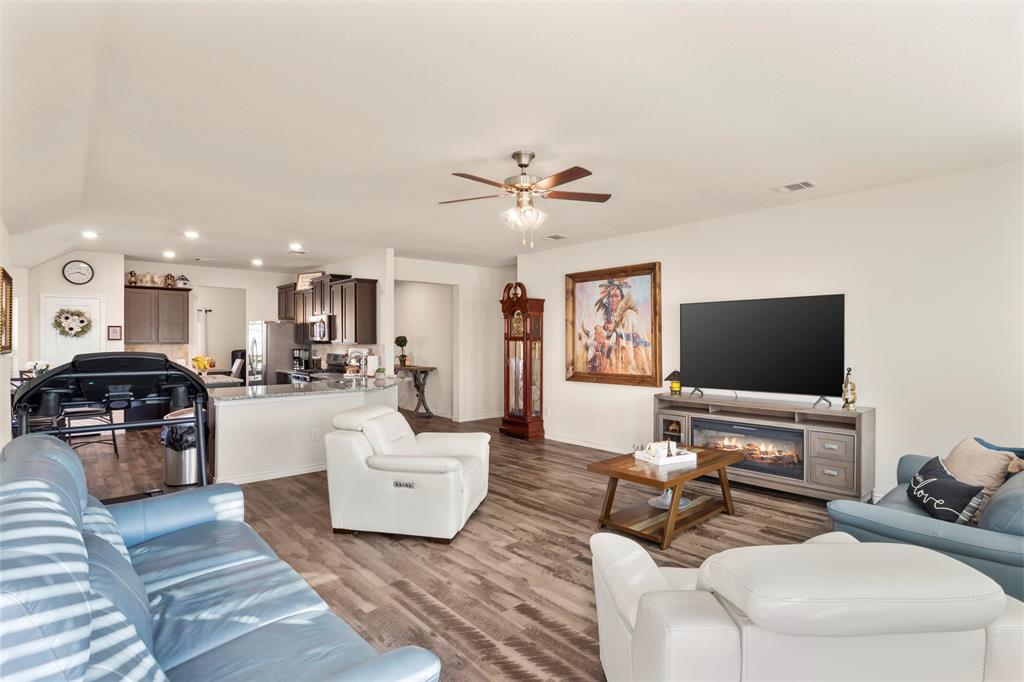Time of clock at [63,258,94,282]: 3:42
